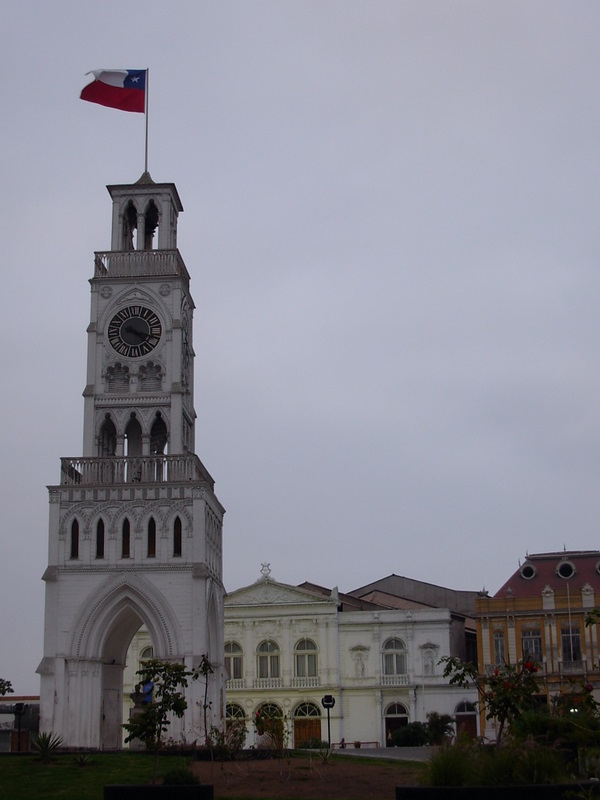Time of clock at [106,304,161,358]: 4:17
